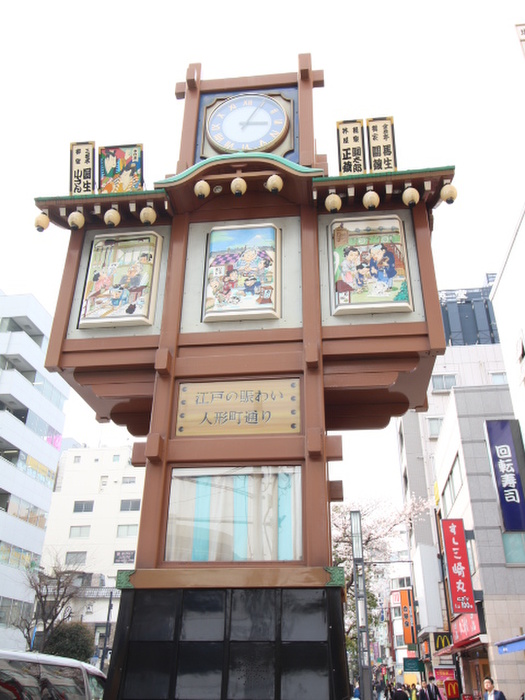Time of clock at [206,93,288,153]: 3:04
